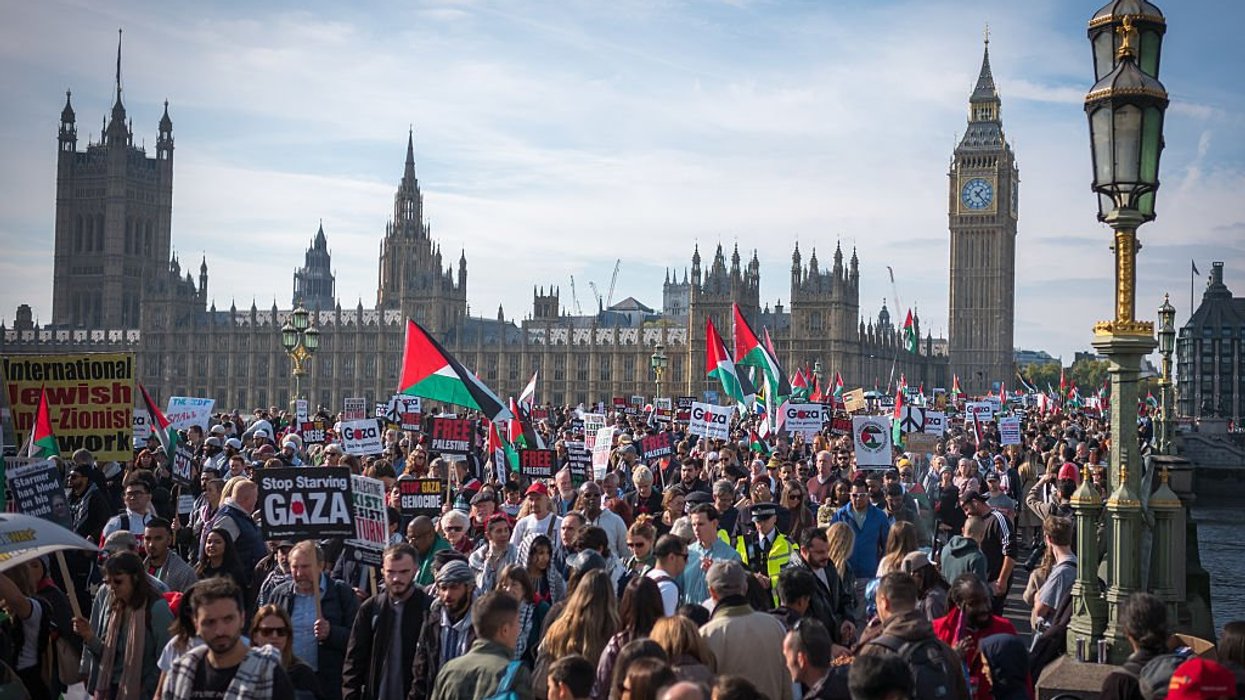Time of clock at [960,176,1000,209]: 1:22
